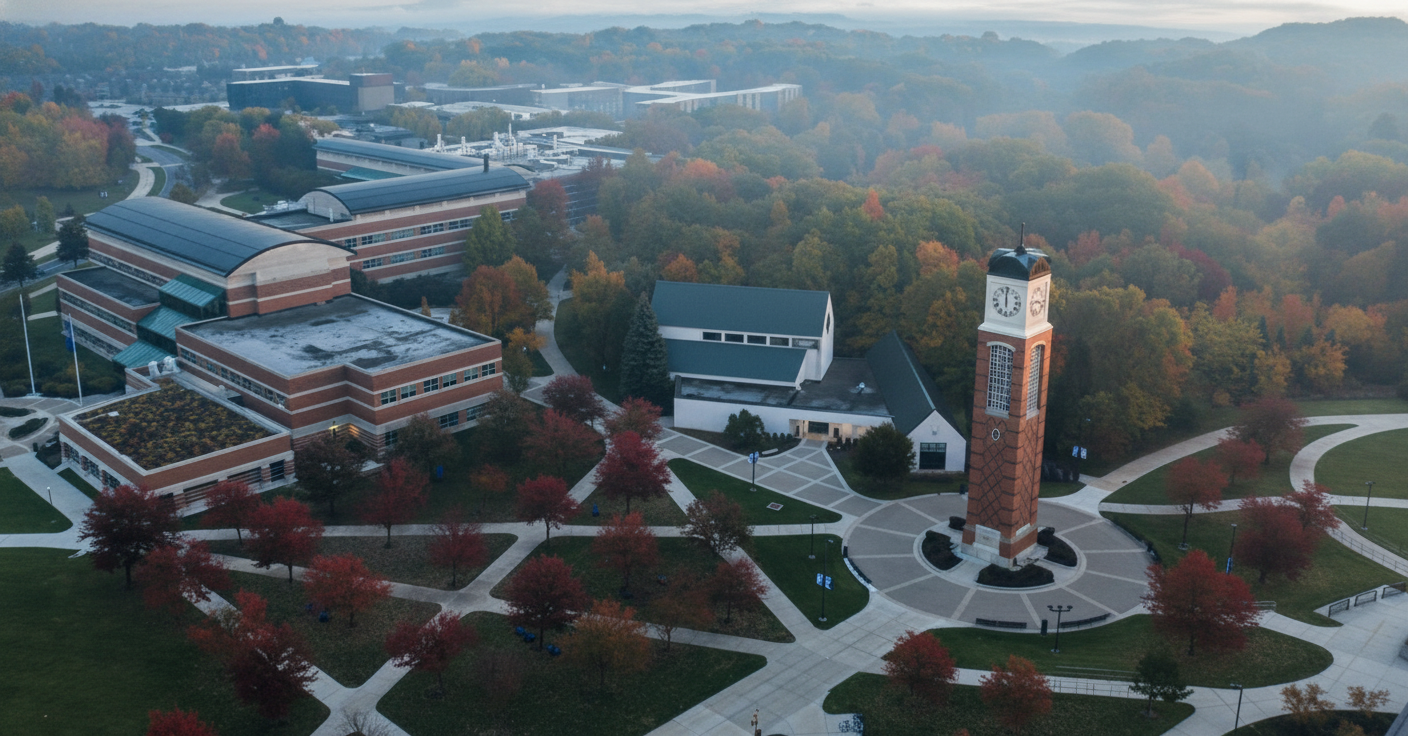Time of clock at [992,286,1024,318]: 5:59
